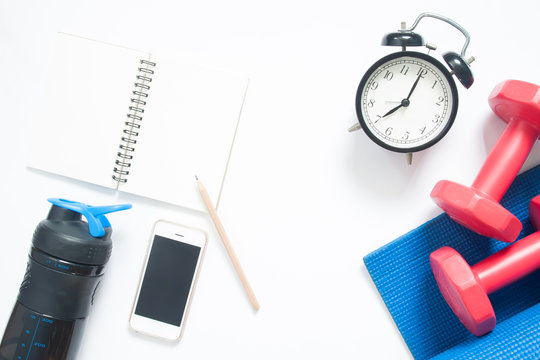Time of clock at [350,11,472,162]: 8:05
